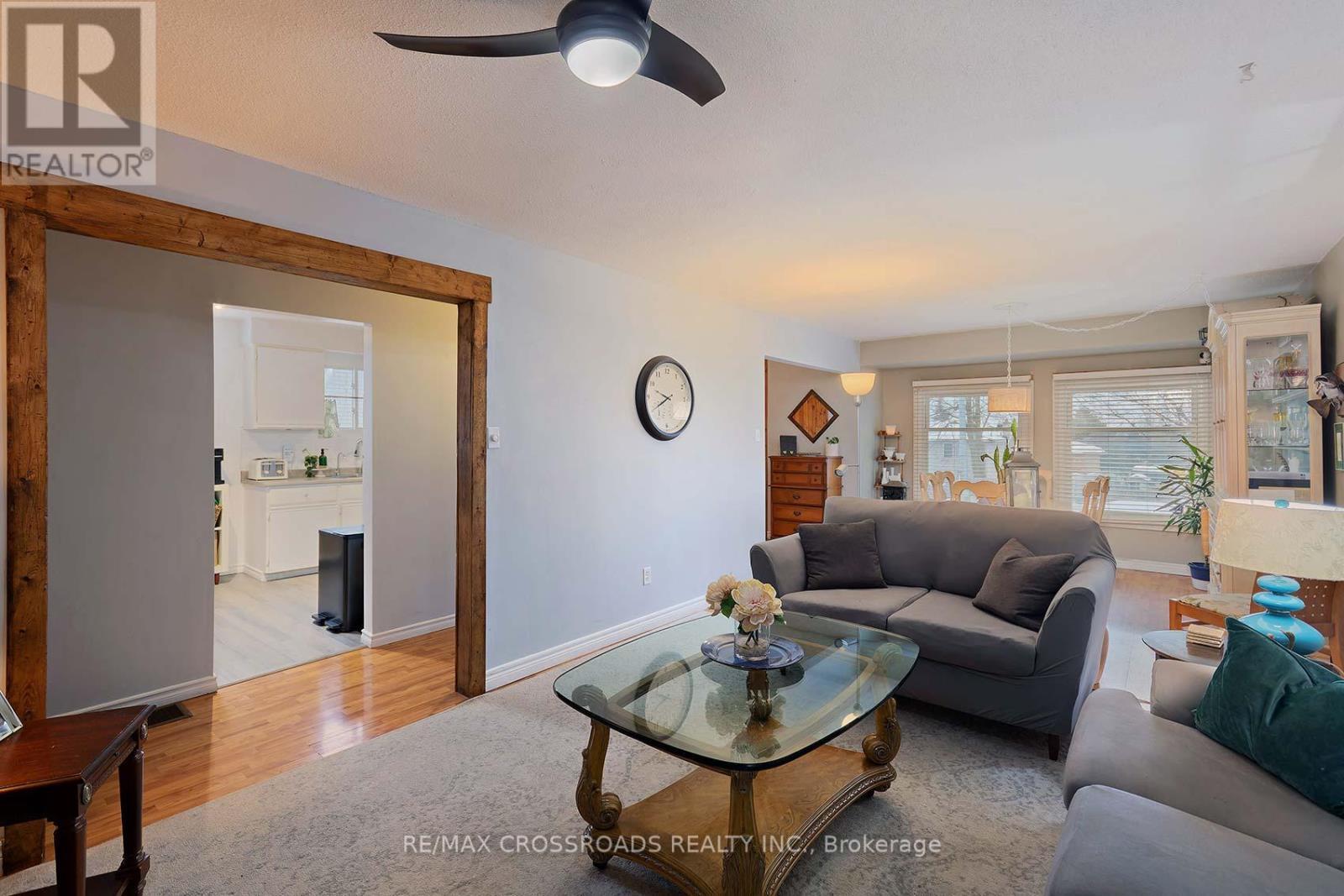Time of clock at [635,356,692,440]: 9:40
